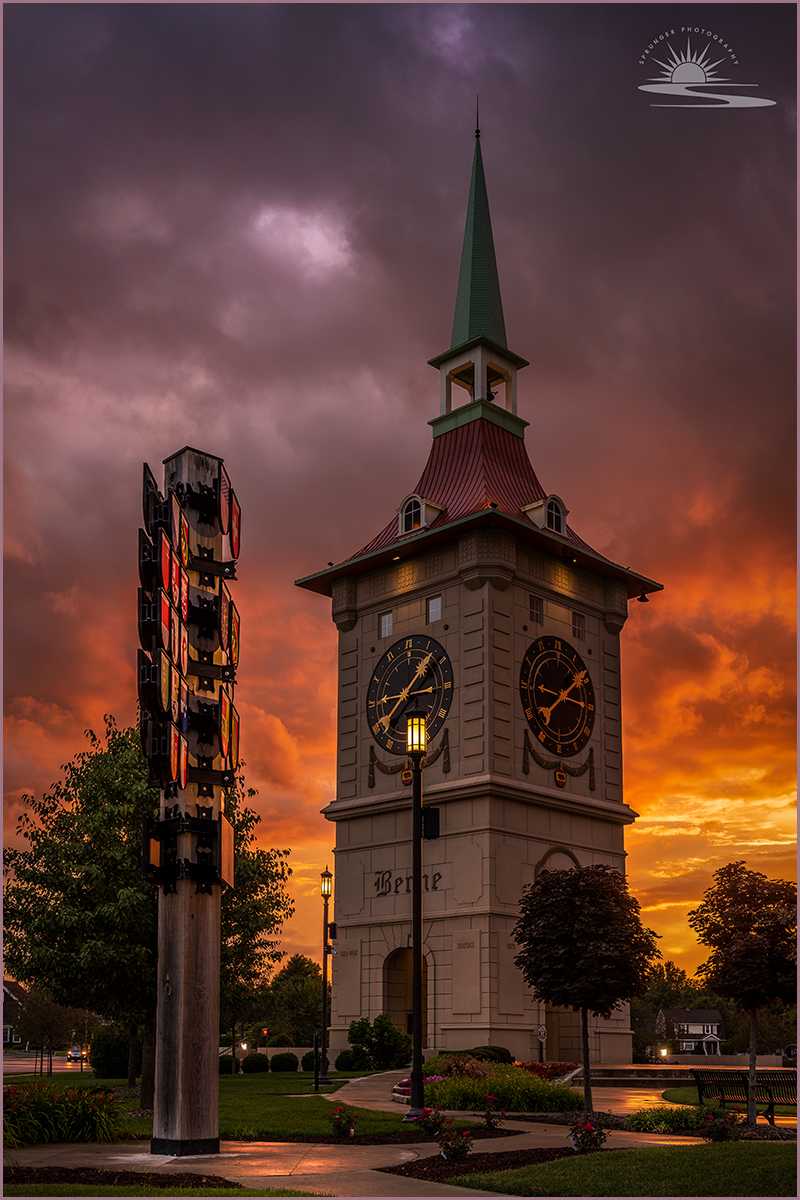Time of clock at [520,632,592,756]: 1:46
